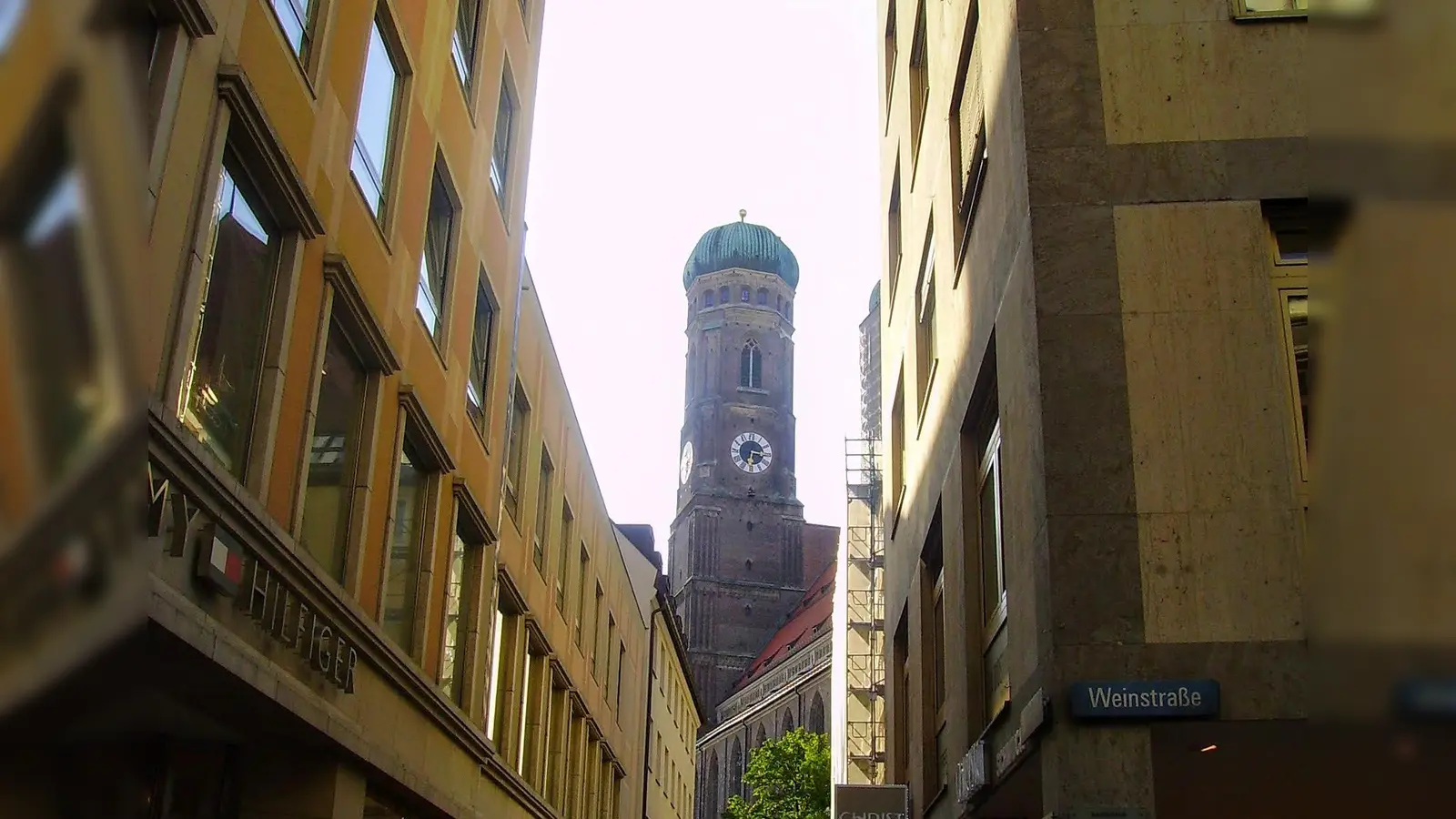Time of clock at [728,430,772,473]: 6:15
